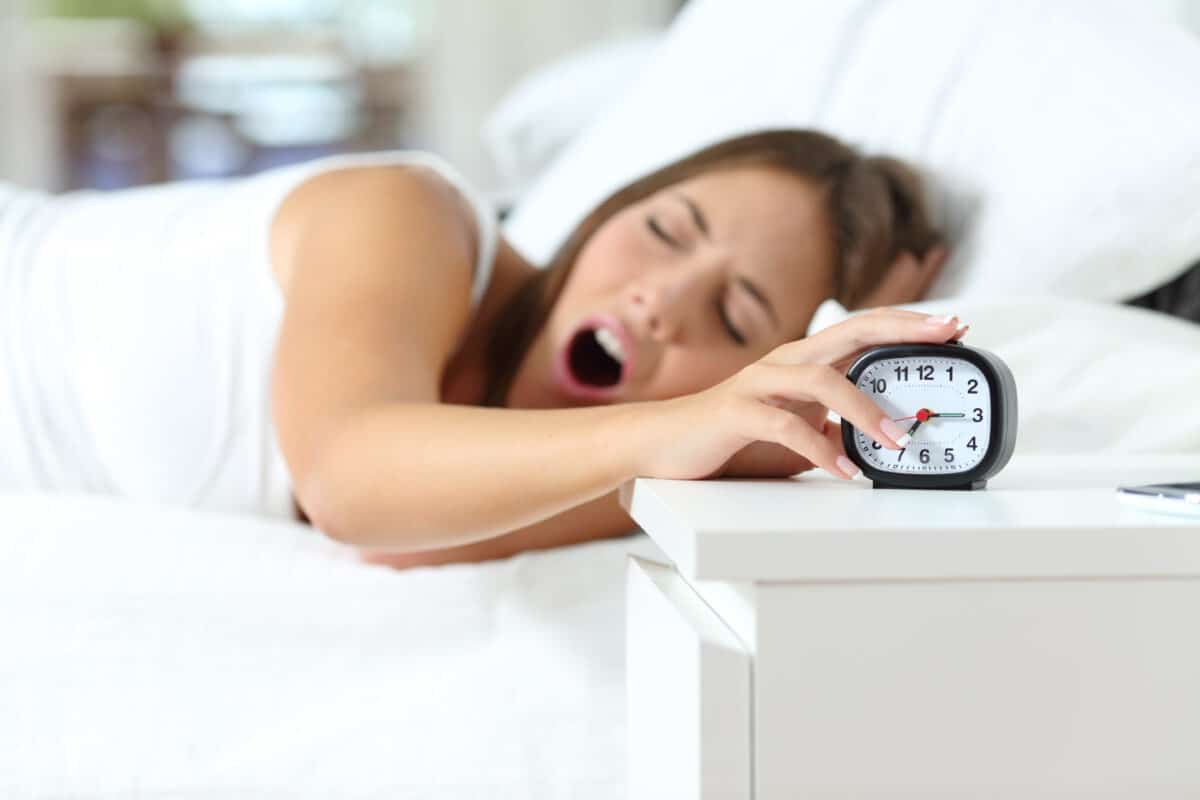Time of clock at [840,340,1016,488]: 7:15
